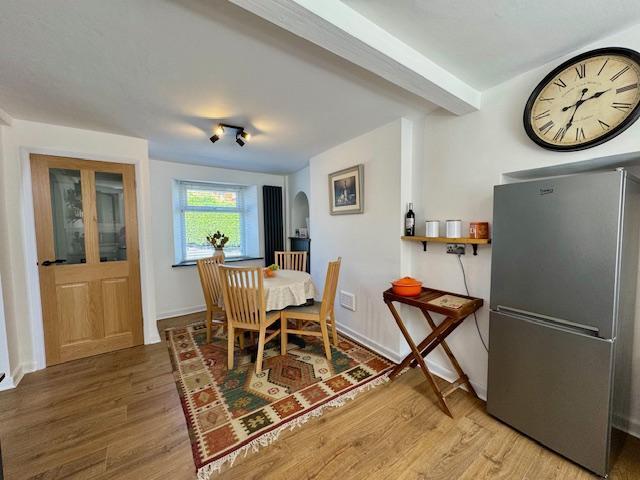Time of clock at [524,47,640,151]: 2:33
